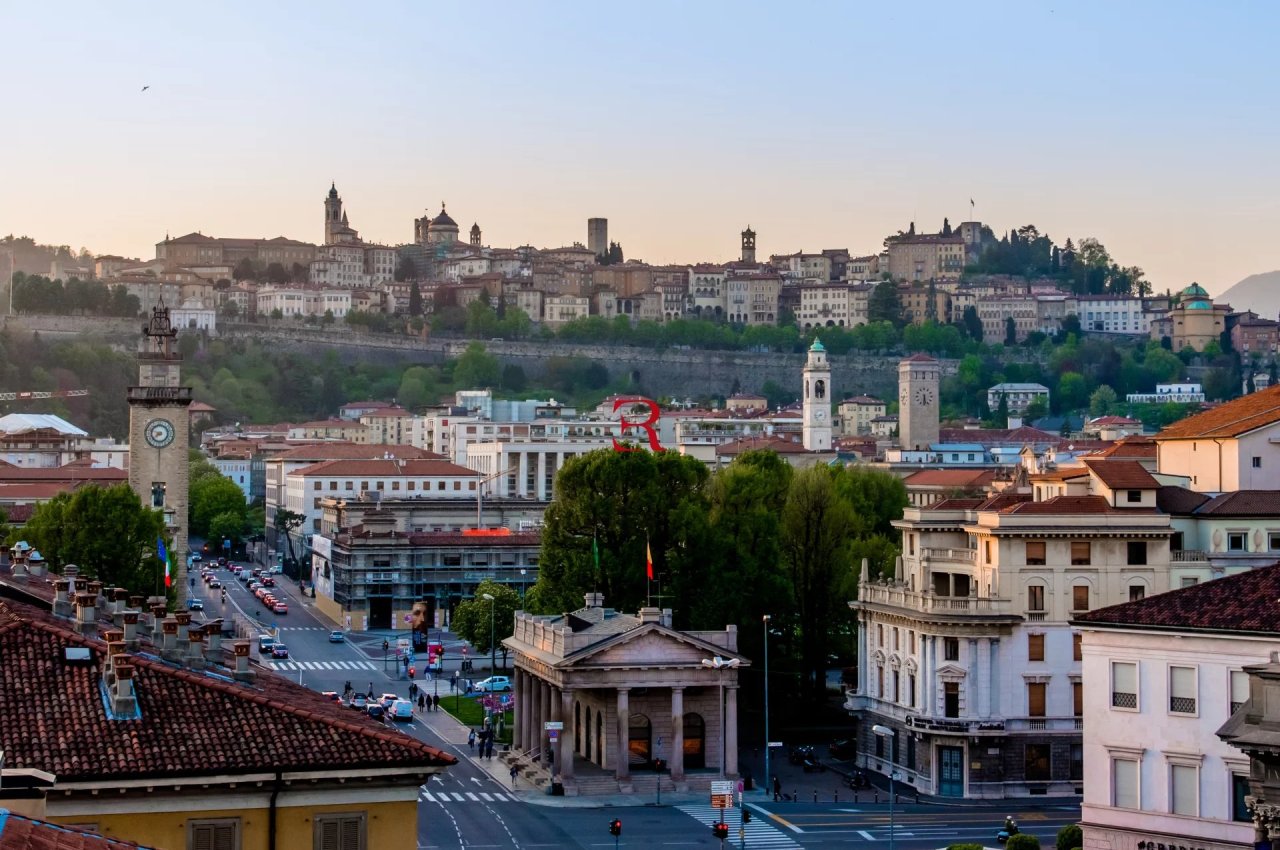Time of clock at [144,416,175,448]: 7:47
